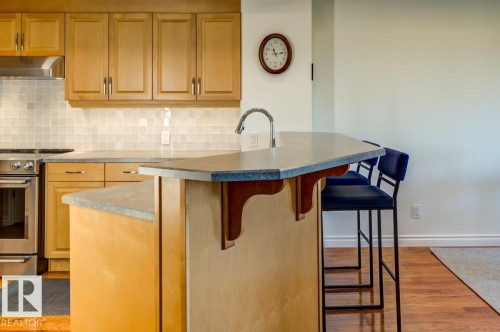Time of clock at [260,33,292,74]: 11:13
